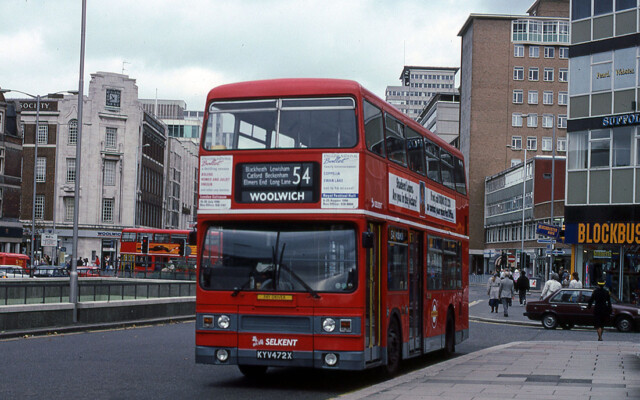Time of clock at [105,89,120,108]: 10:39
